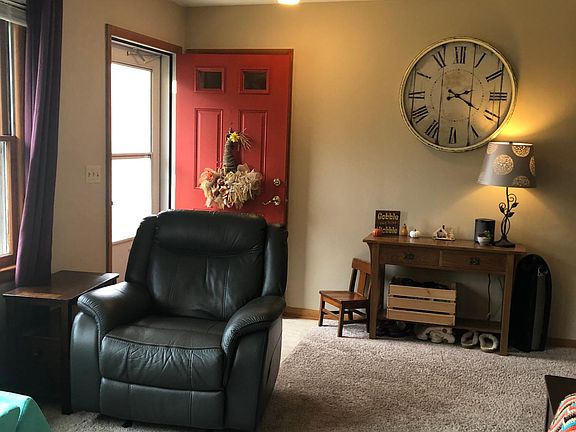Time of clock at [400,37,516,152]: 2:19
